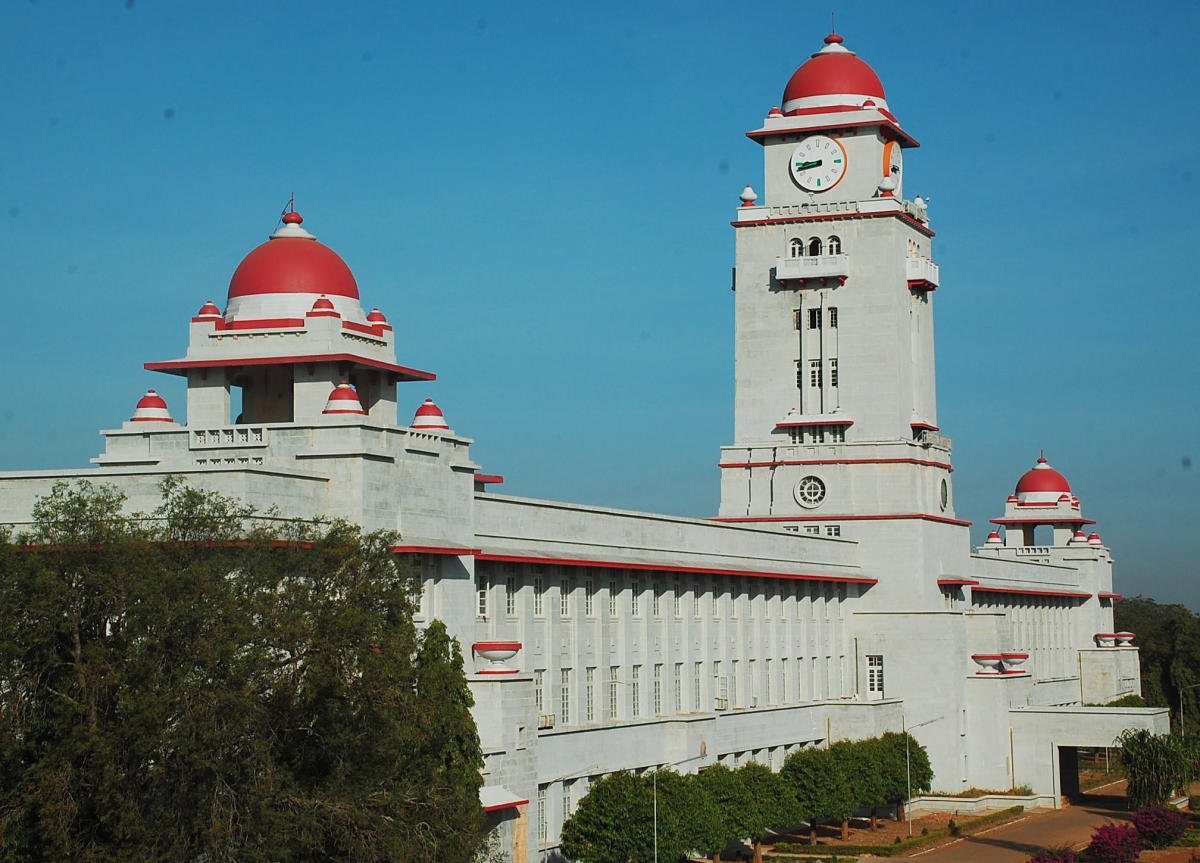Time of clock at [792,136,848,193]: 8:45
